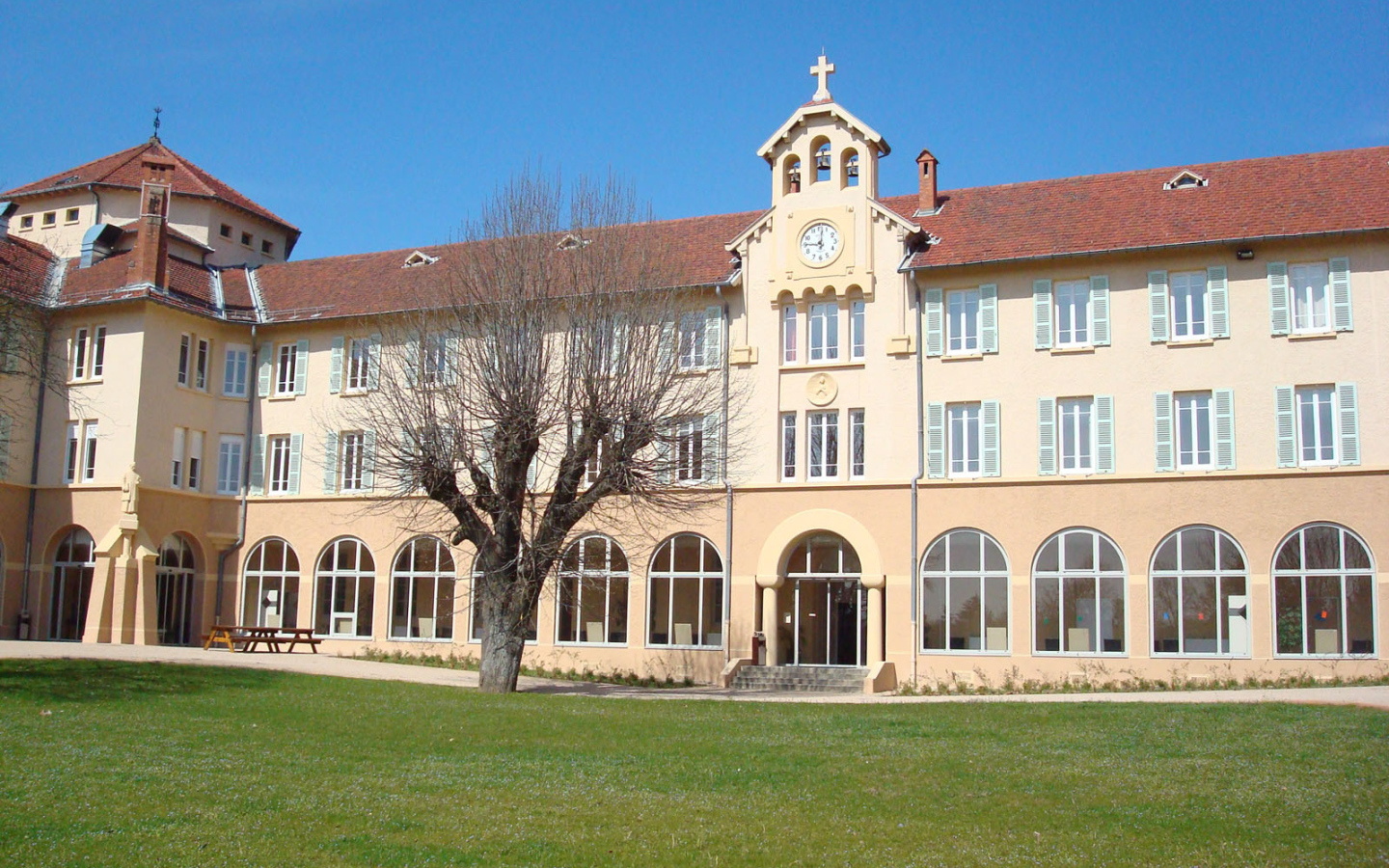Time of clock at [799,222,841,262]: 9:01
